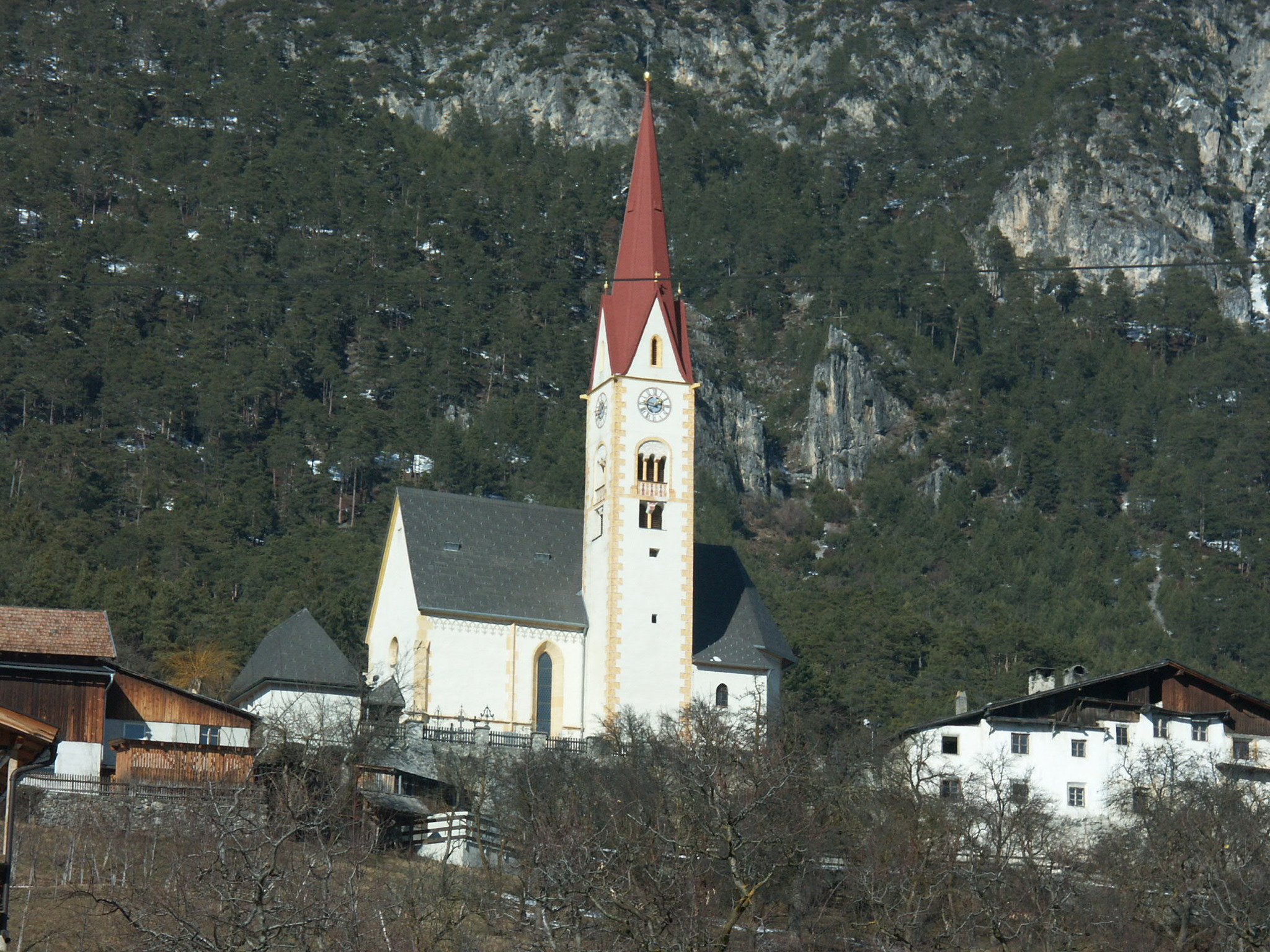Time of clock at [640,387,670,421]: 1:46
